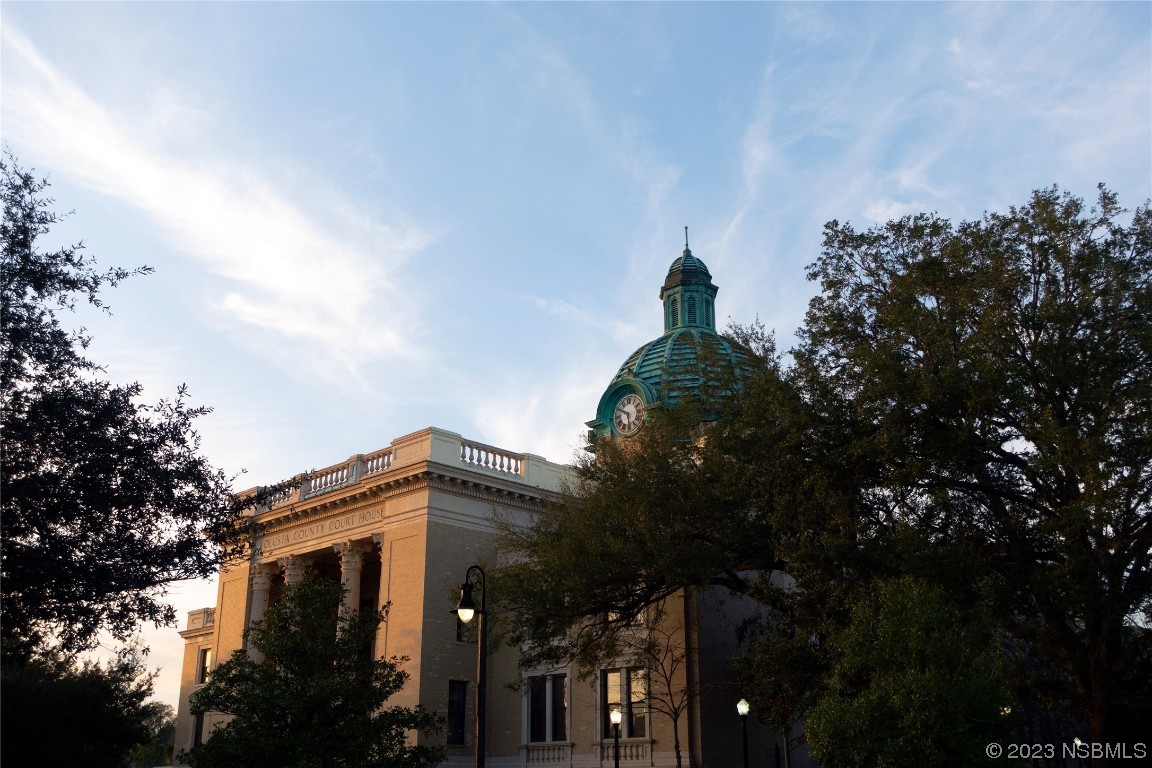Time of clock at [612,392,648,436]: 5:50
